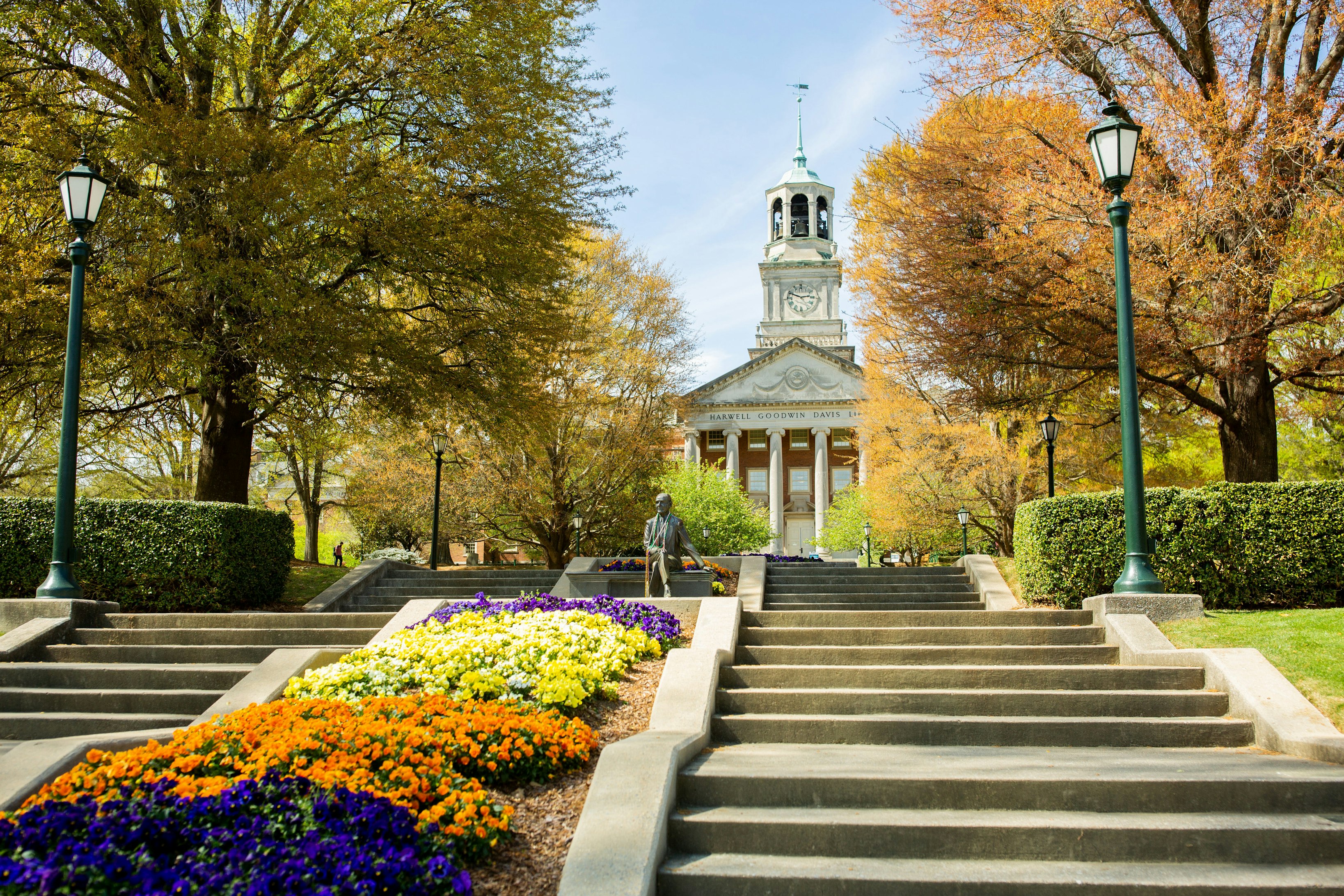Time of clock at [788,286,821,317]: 2:48
